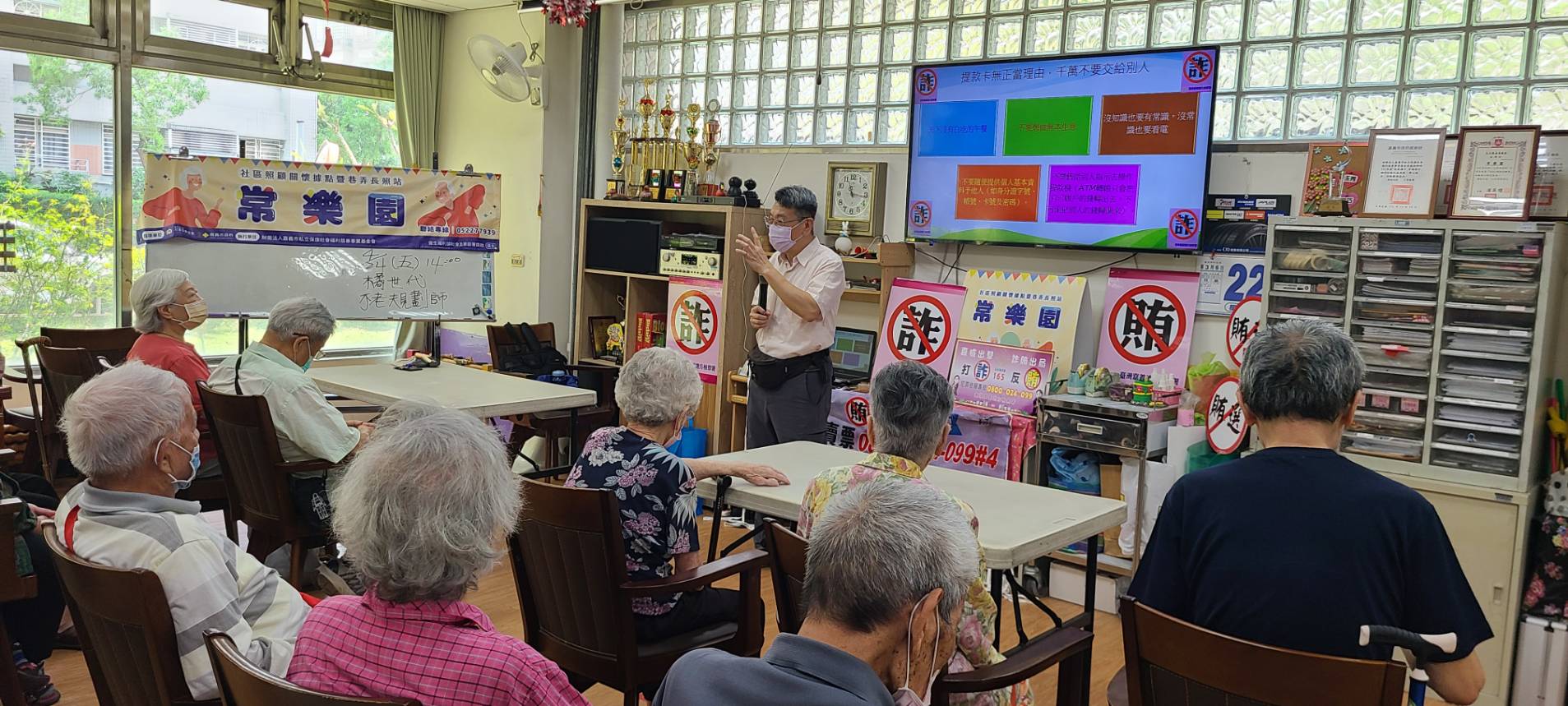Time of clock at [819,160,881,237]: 11:16
